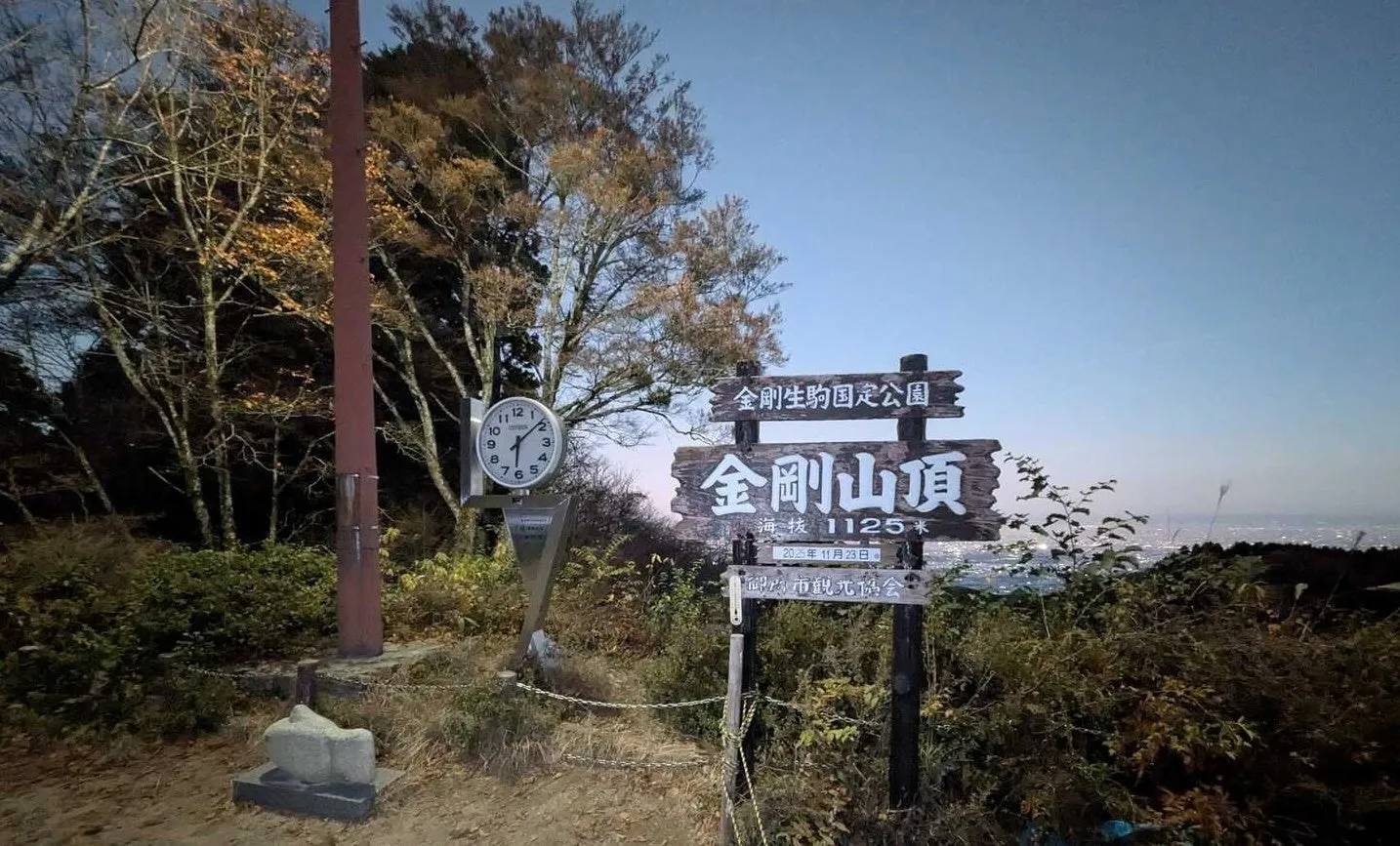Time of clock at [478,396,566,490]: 6:08
